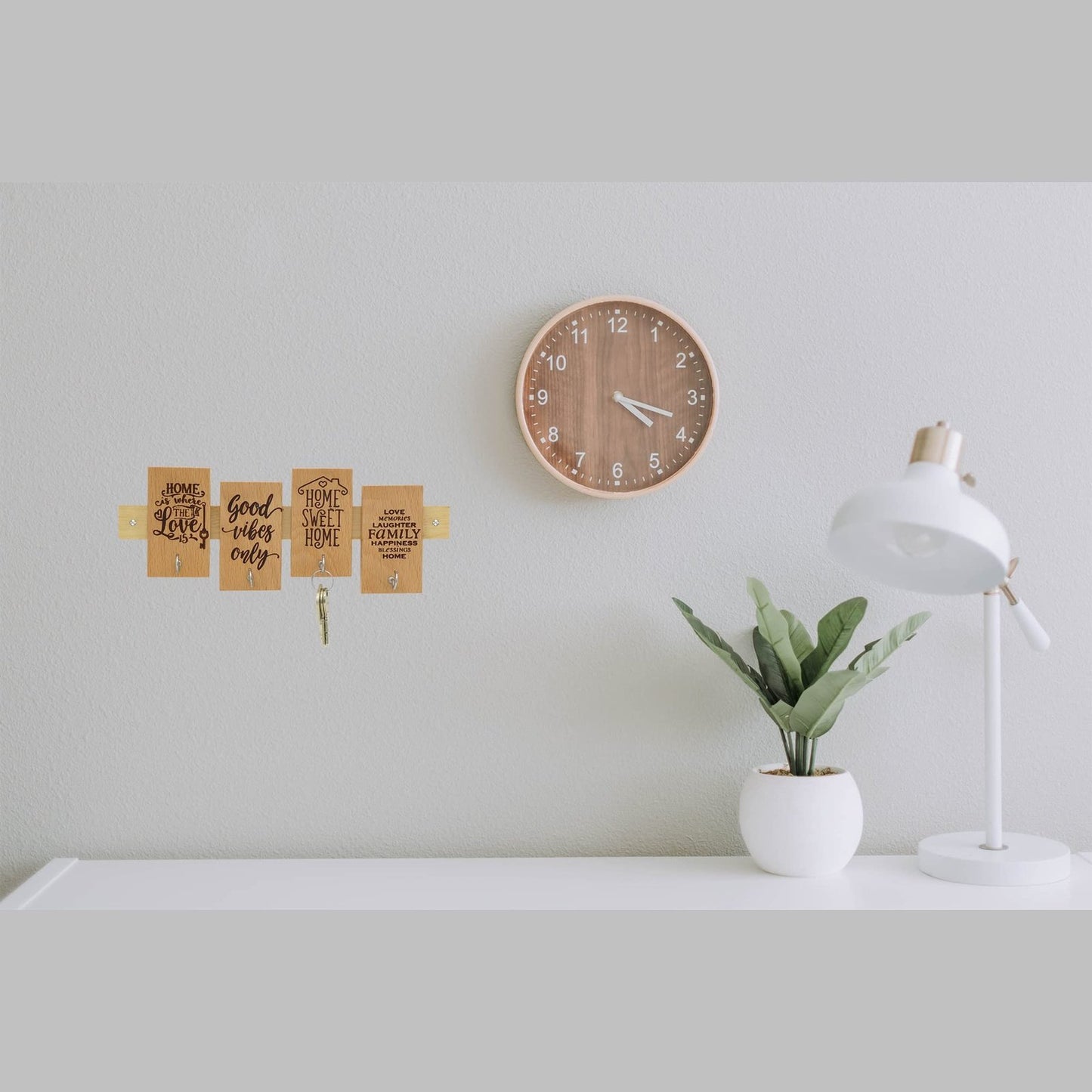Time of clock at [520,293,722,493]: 4:18
